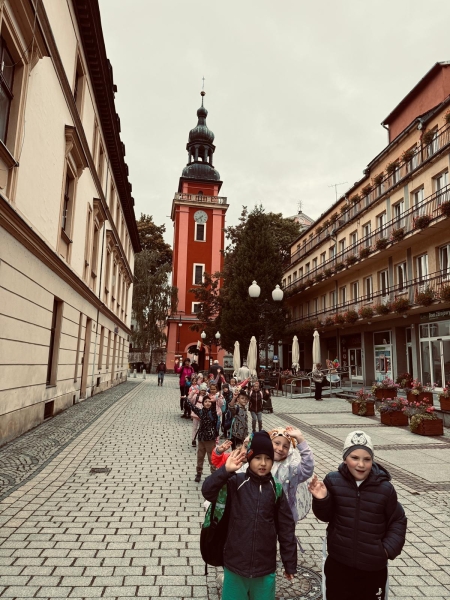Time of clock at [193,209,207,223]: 5:38
